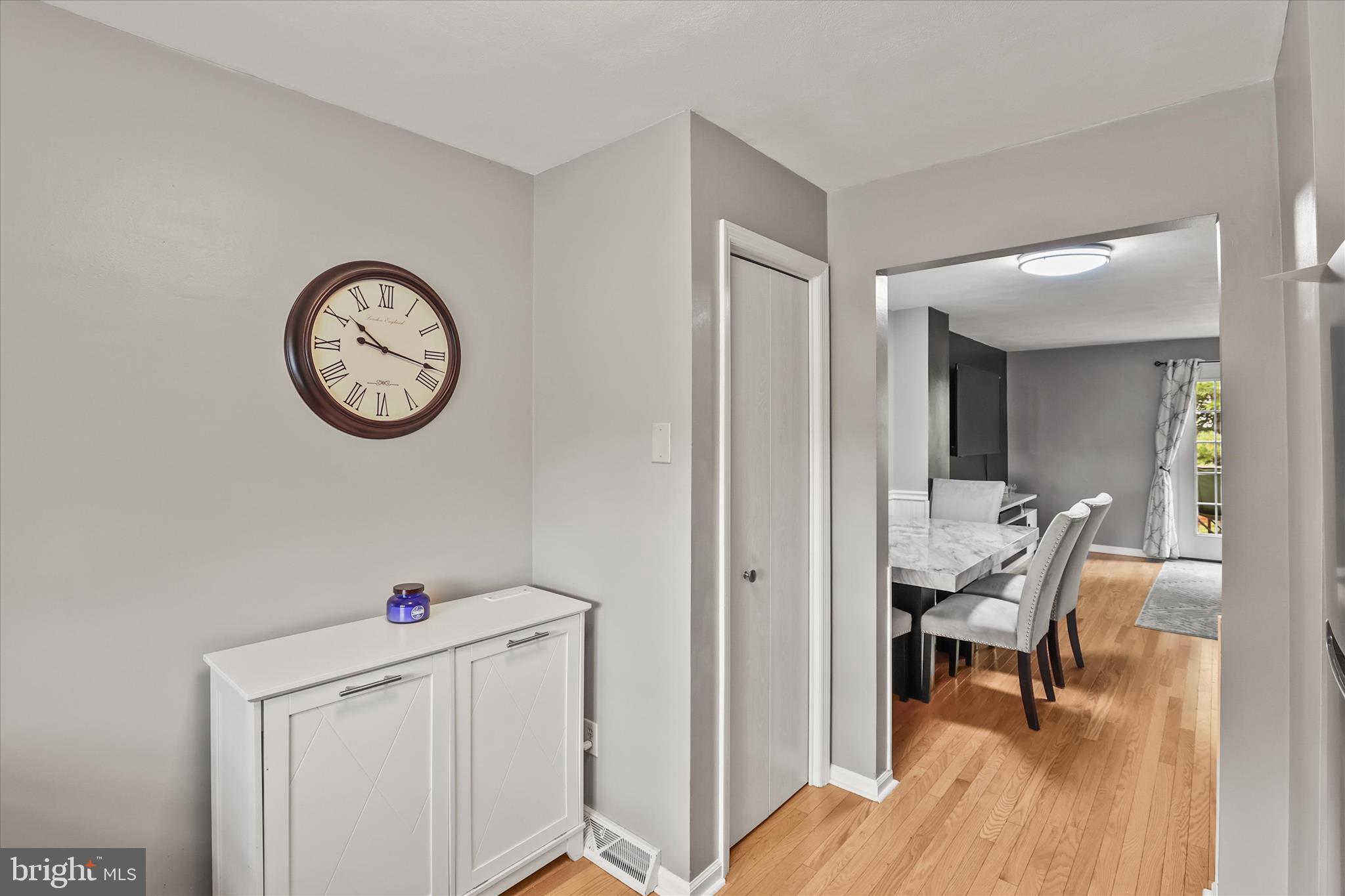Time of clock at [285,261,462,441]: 10:17
